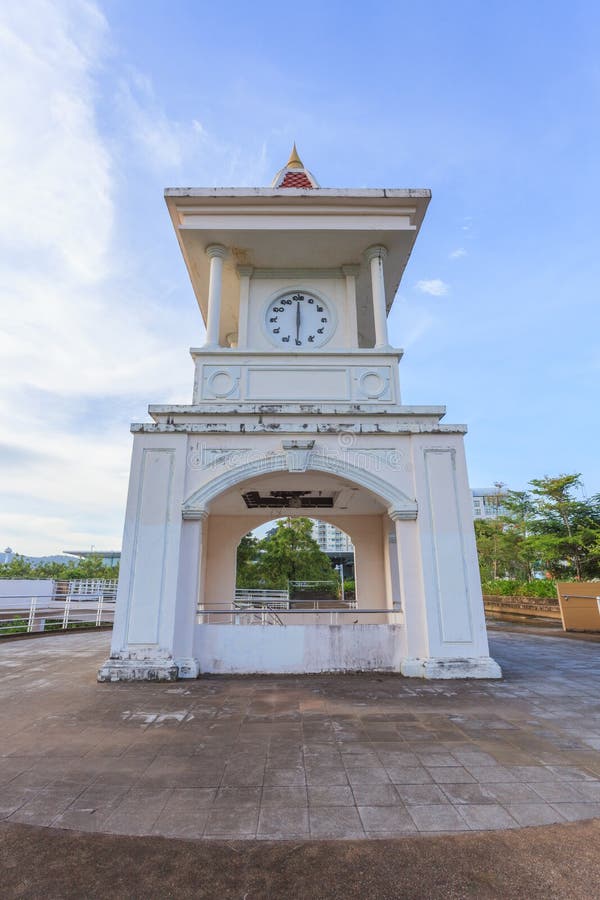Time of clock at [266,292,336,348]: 6:00
